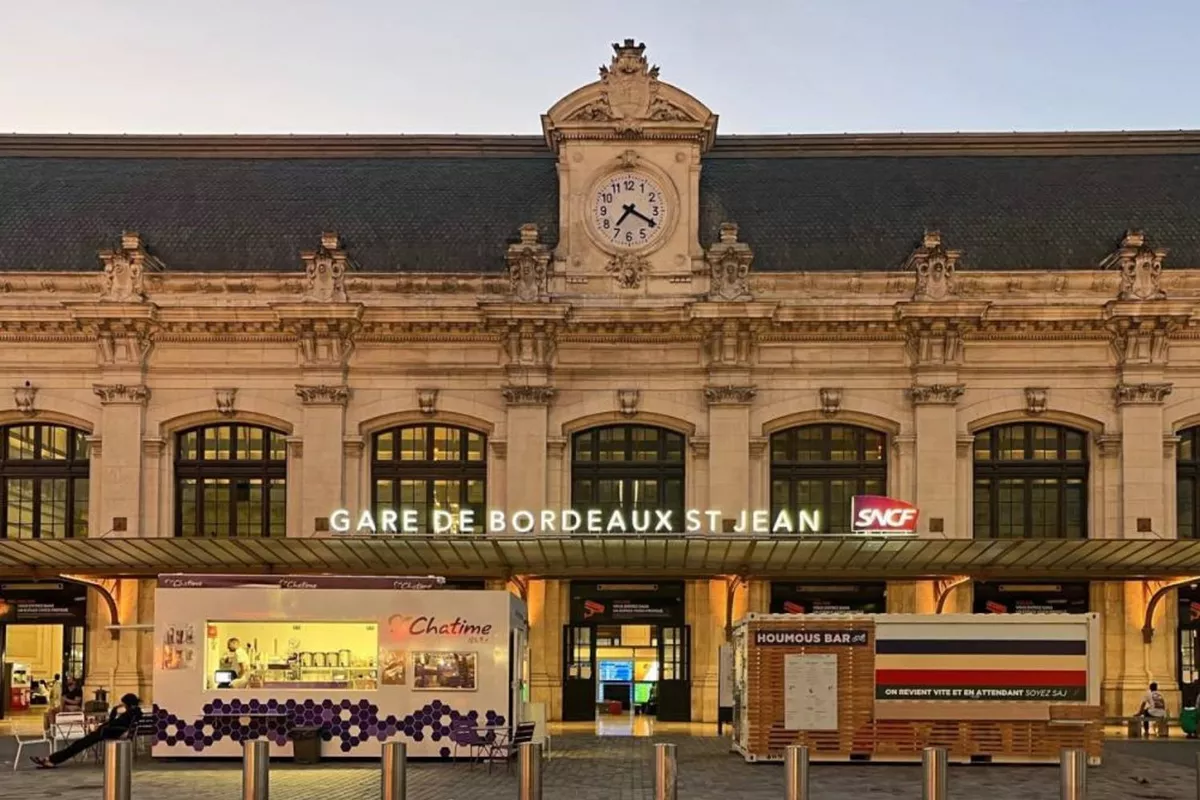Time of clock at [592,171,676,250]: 7:19
